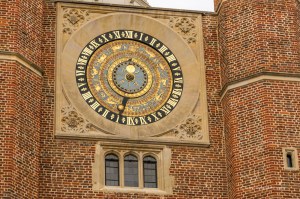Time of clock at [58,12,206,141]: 11:32
